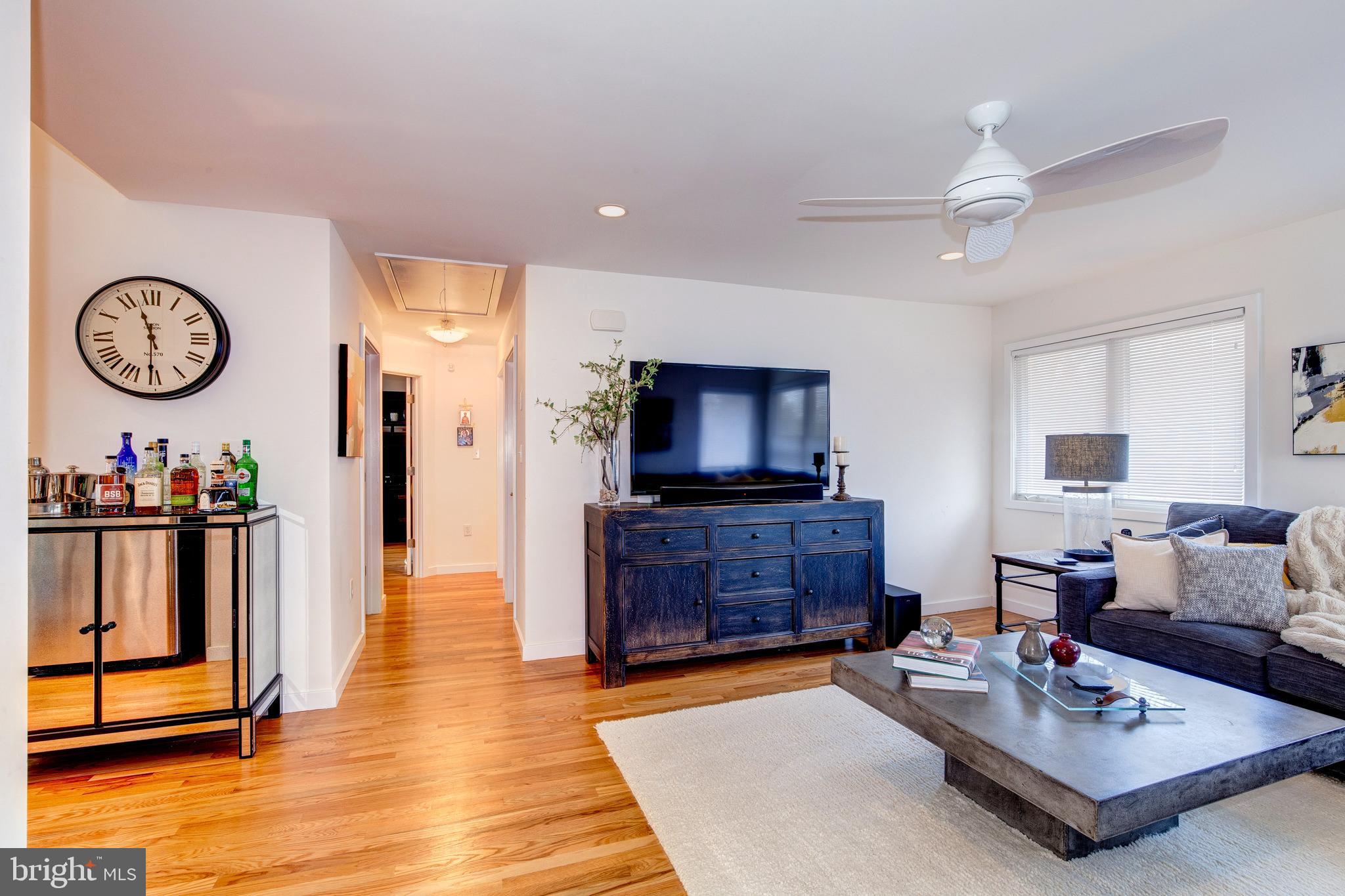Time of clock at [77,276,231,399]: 11:30
